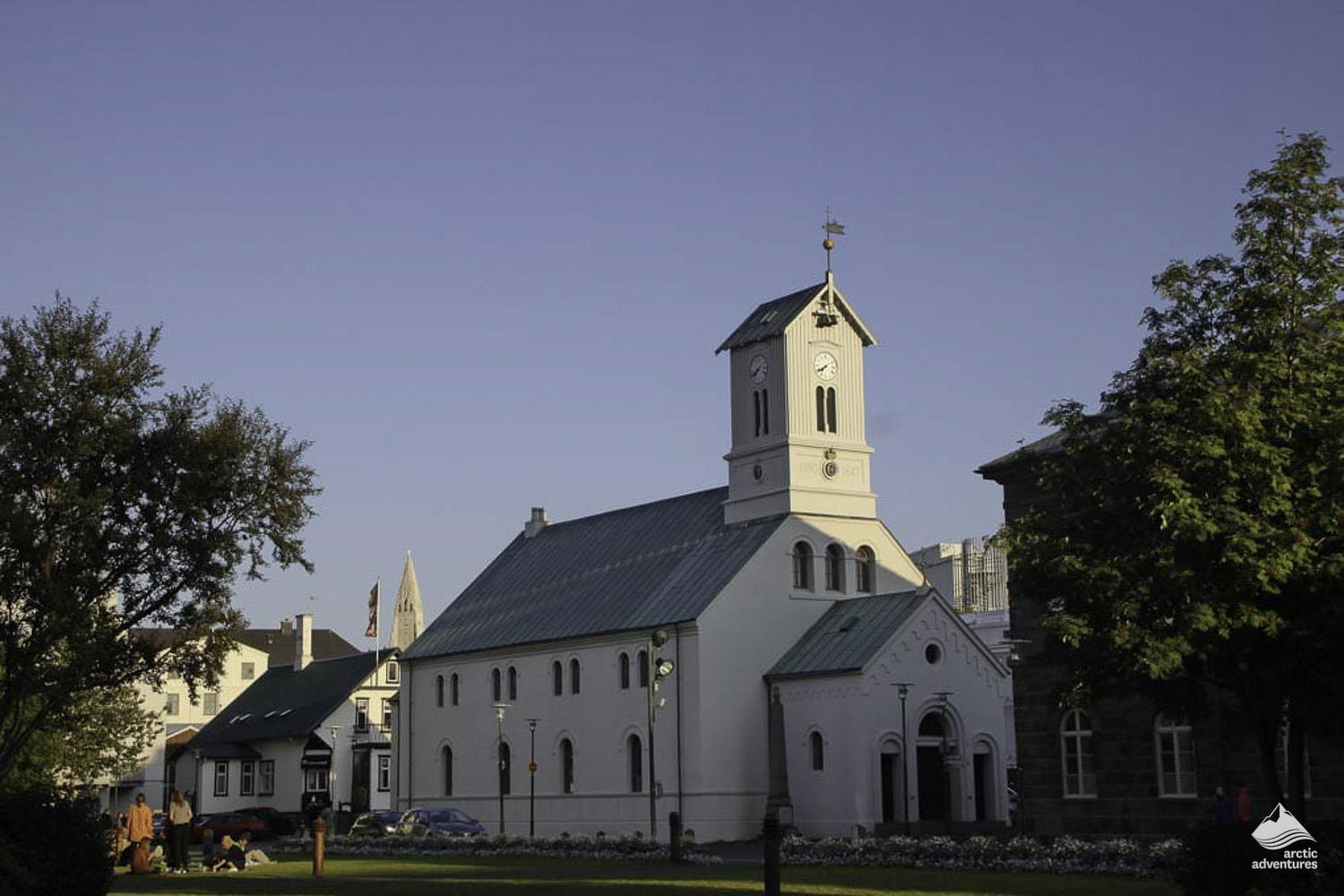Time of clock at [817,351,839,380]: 7:39
